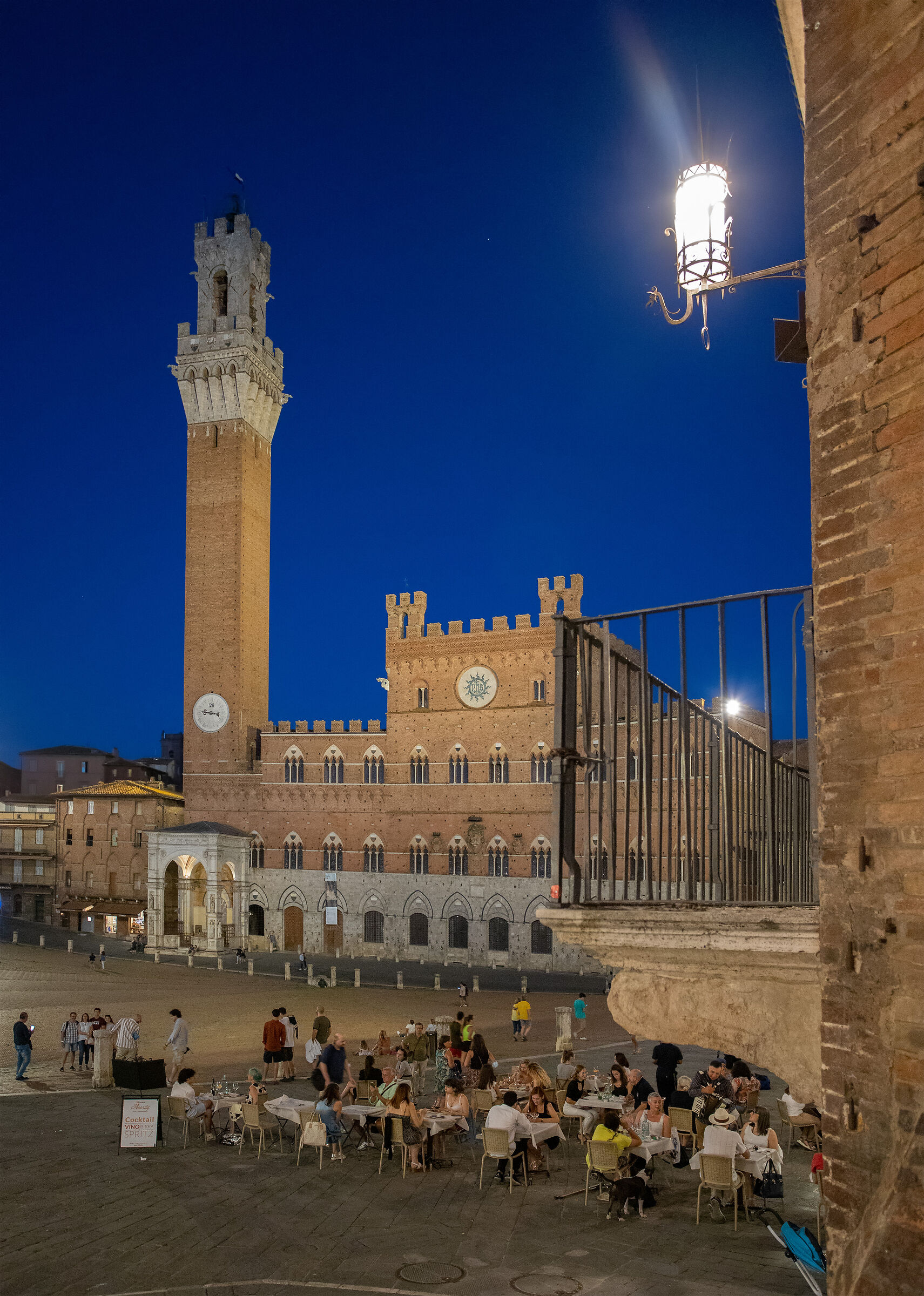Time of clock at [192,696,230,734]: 9:16
